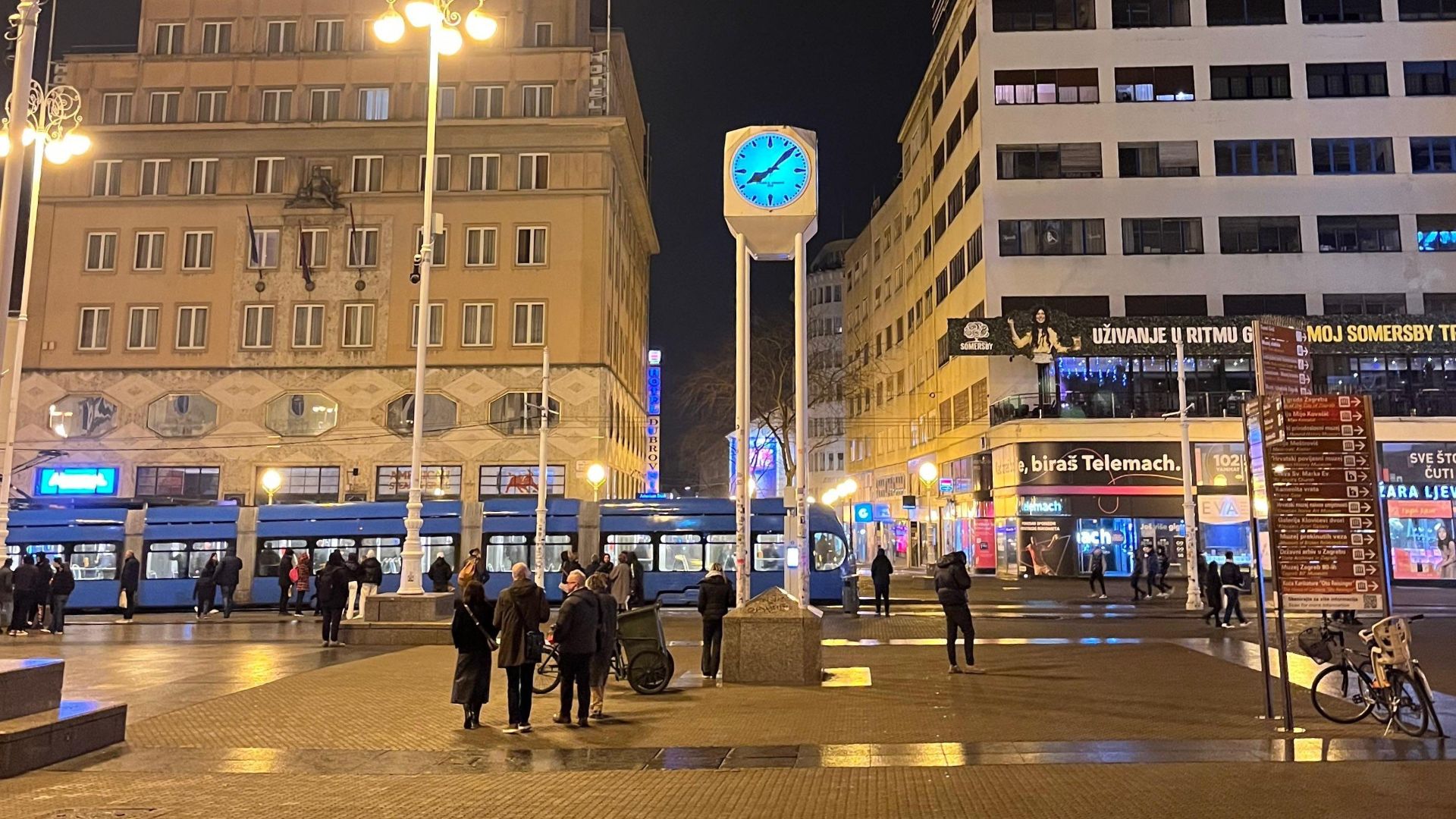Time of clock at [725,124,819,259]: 8:07
